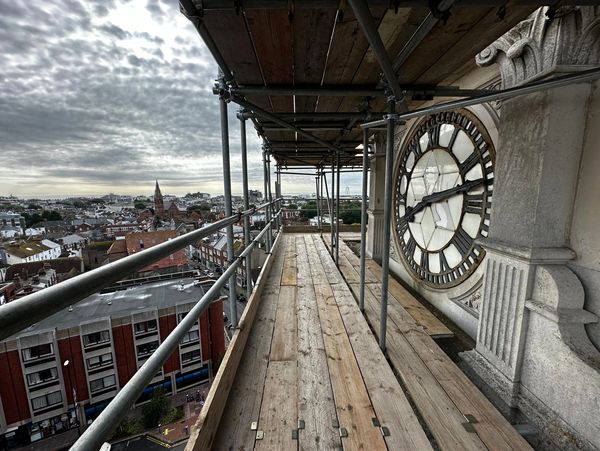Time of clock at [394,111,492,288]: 8:12
